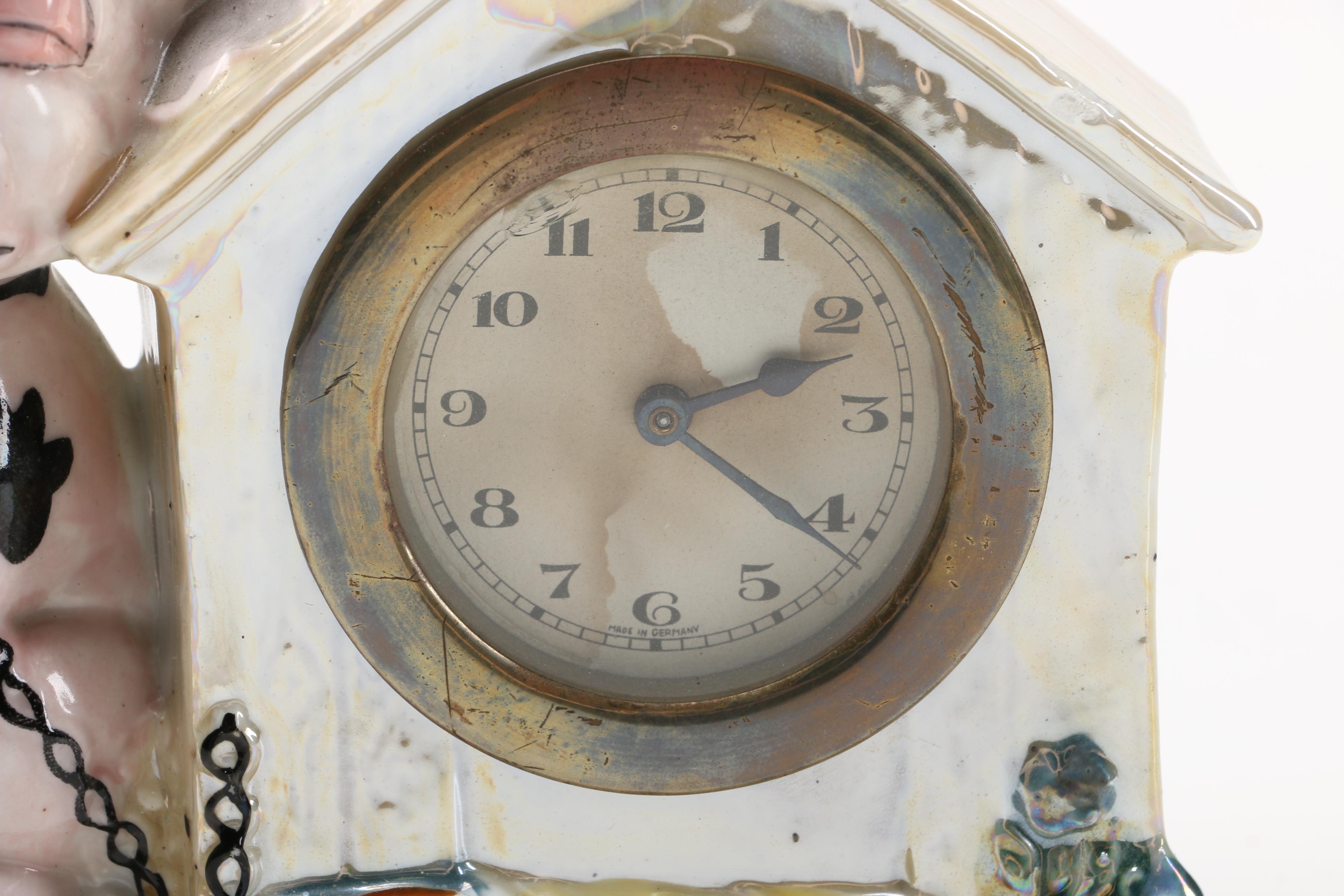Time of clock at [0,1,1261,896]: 2:21
